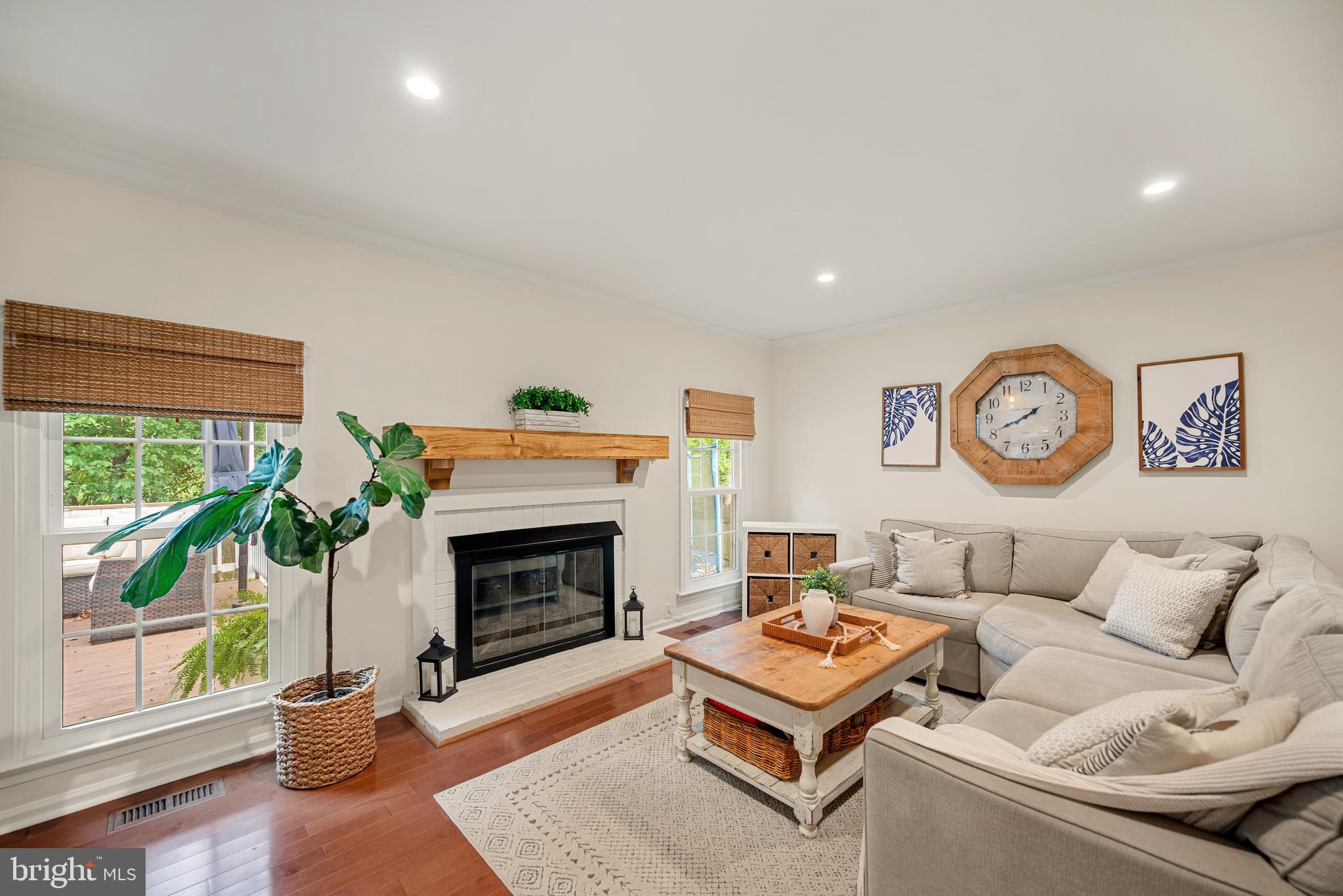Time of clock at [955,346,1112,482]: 1:40
